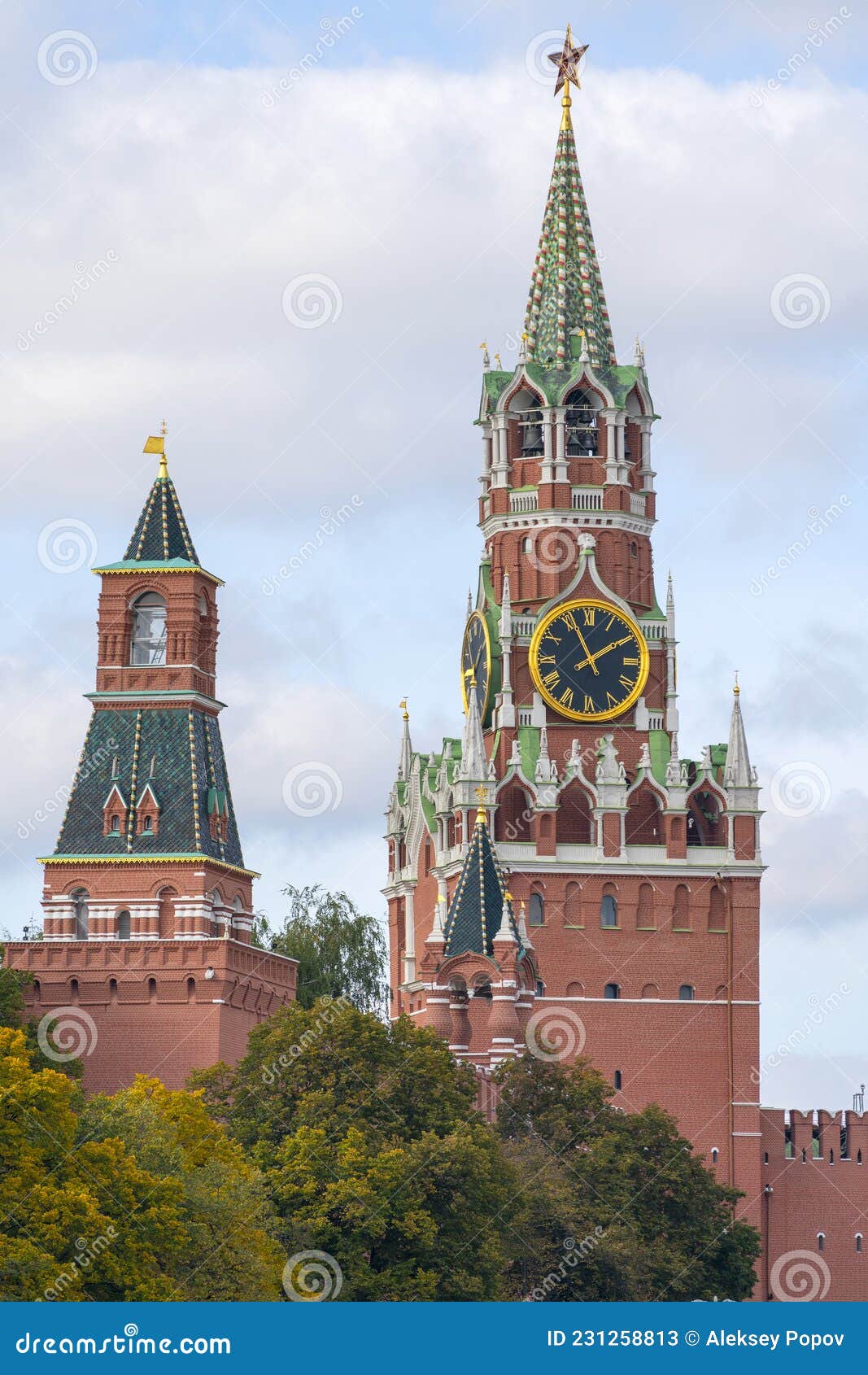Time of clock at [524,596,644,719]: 1:56
